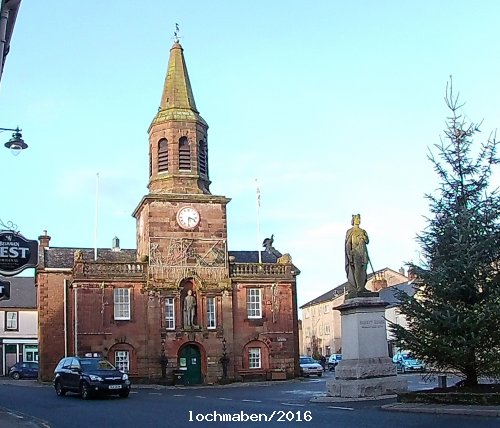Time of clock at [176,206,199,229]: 3:30
